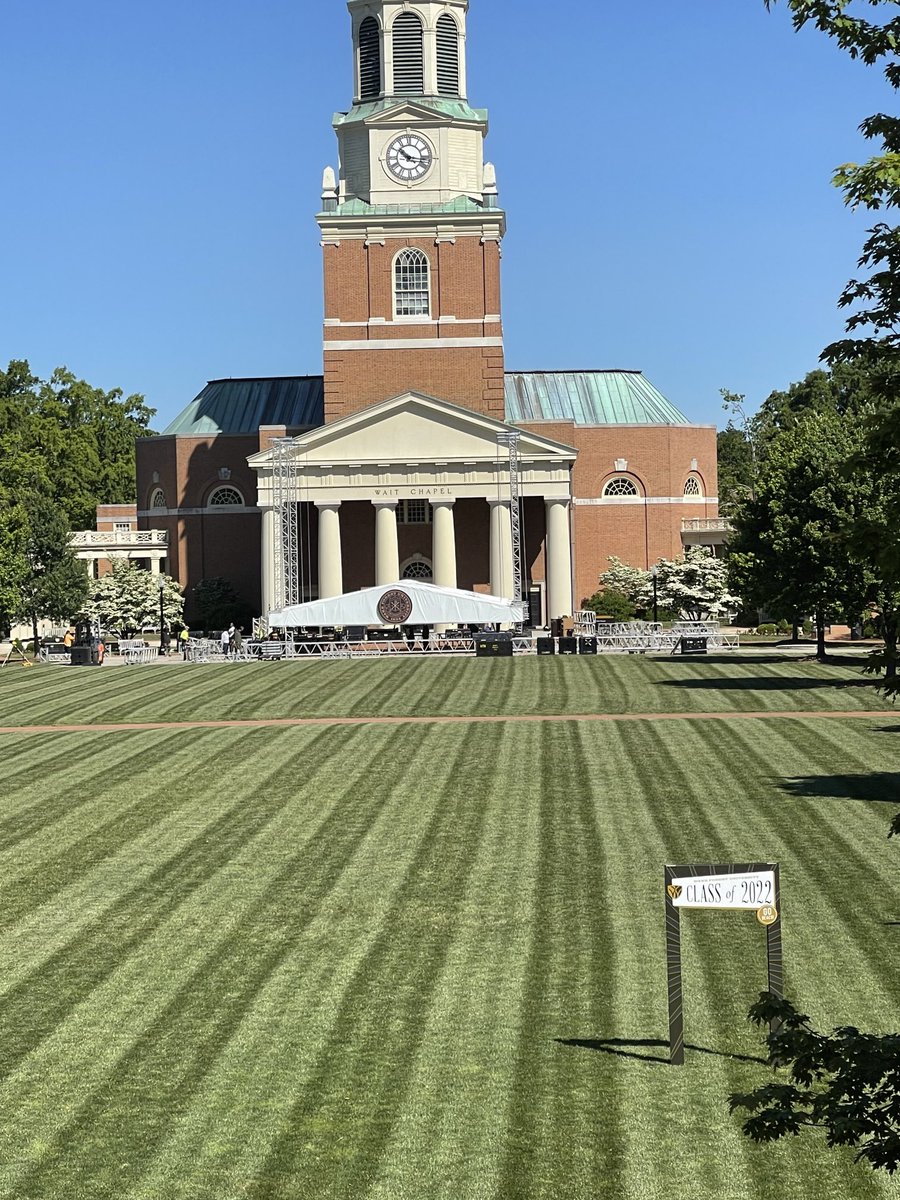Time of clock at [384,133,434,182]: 10:16
